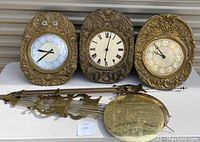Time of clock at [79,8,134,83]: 6:01
